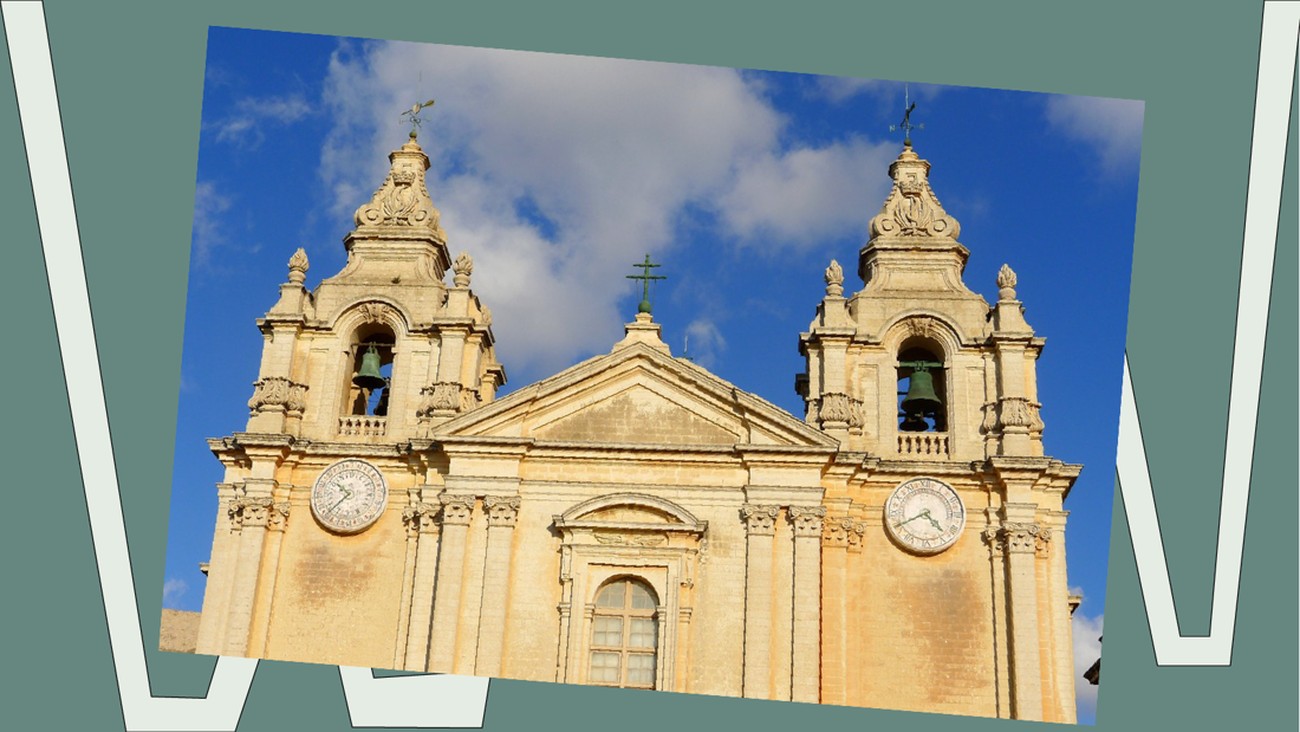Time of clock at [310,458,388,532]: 10:37
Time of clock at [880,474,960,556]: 4:40
